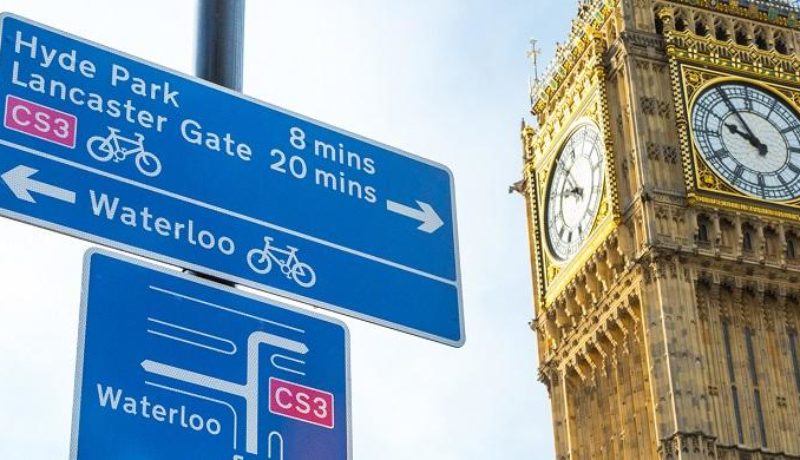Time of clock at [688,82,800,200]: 9:54
